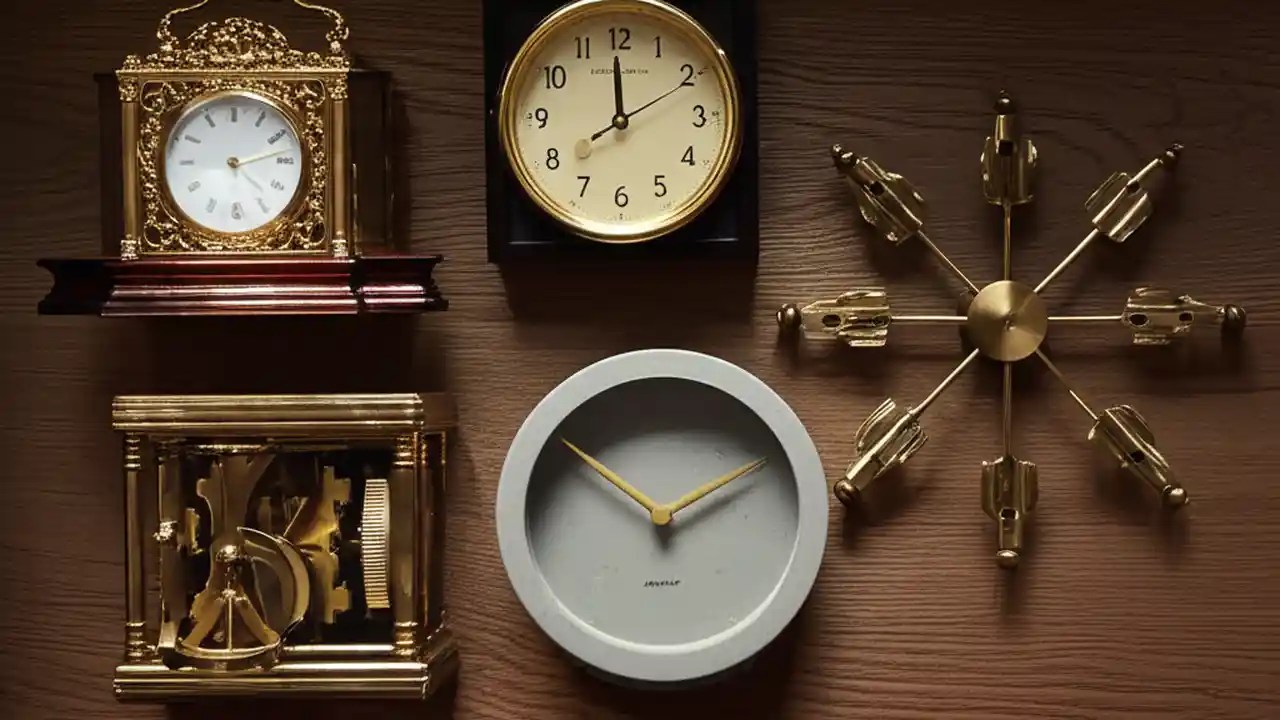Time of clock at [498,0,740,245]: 11:59
